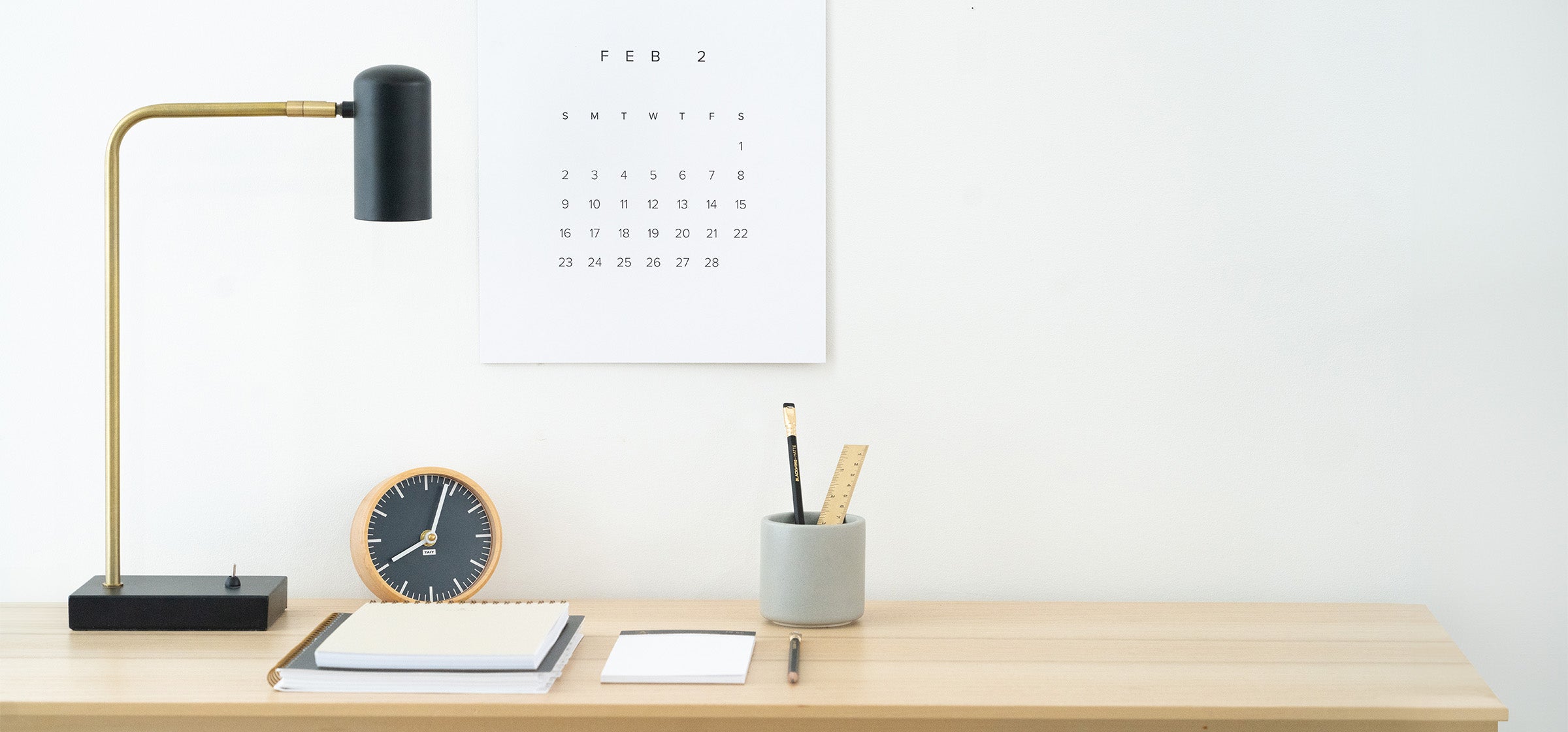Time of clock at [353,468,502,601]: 8:03
